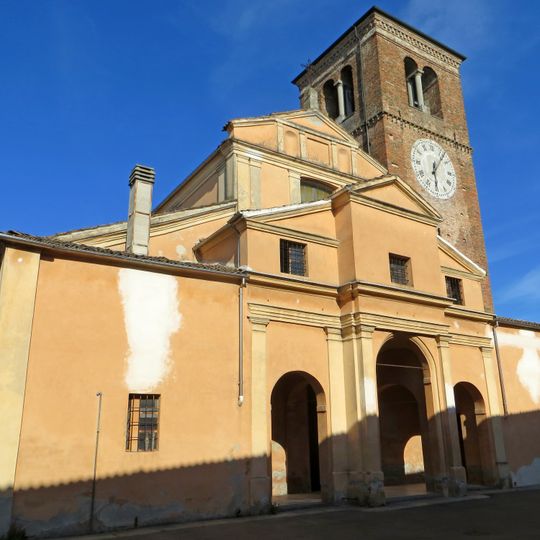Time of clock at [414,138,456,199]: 6:06
